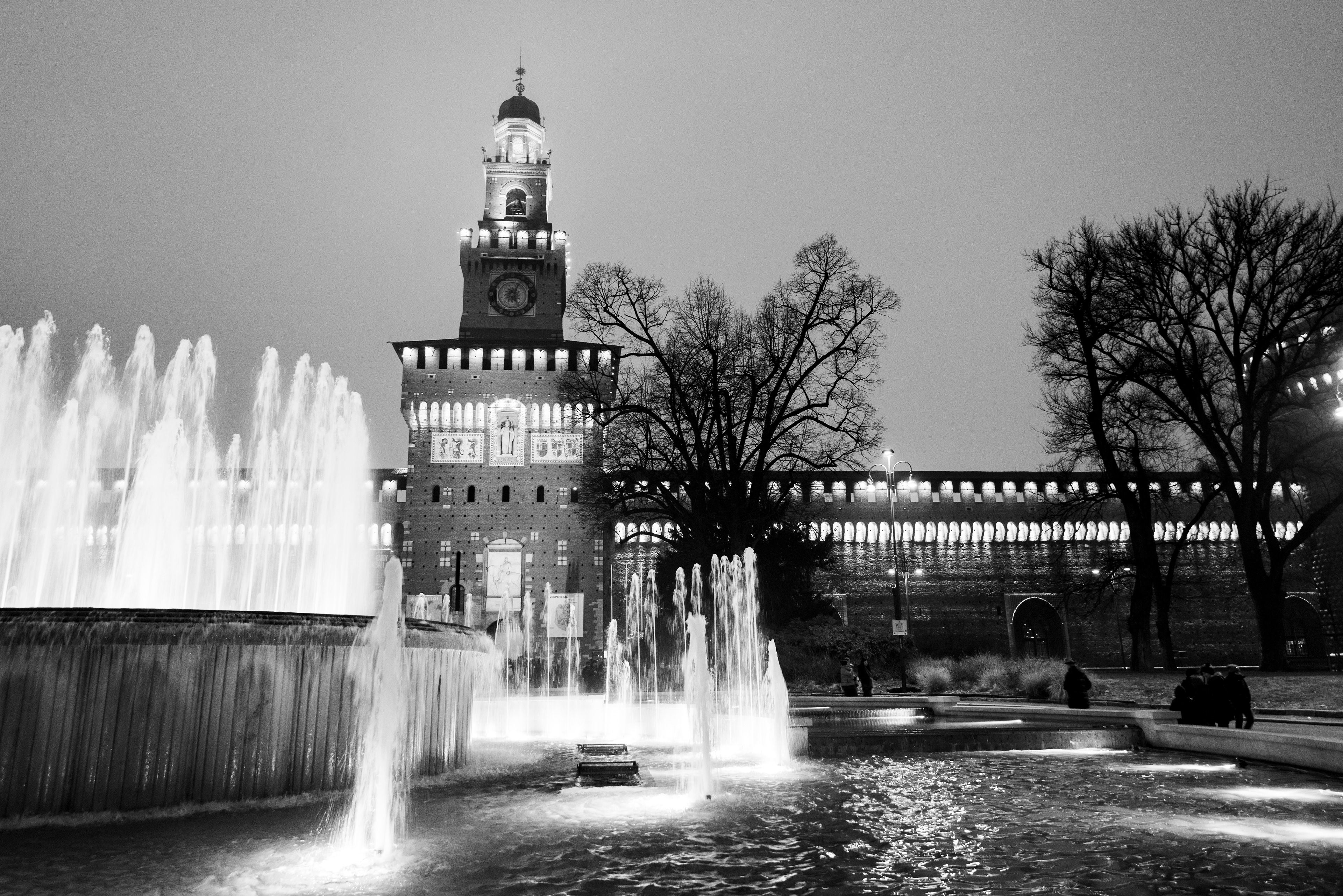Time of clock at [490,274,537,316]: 5:04
